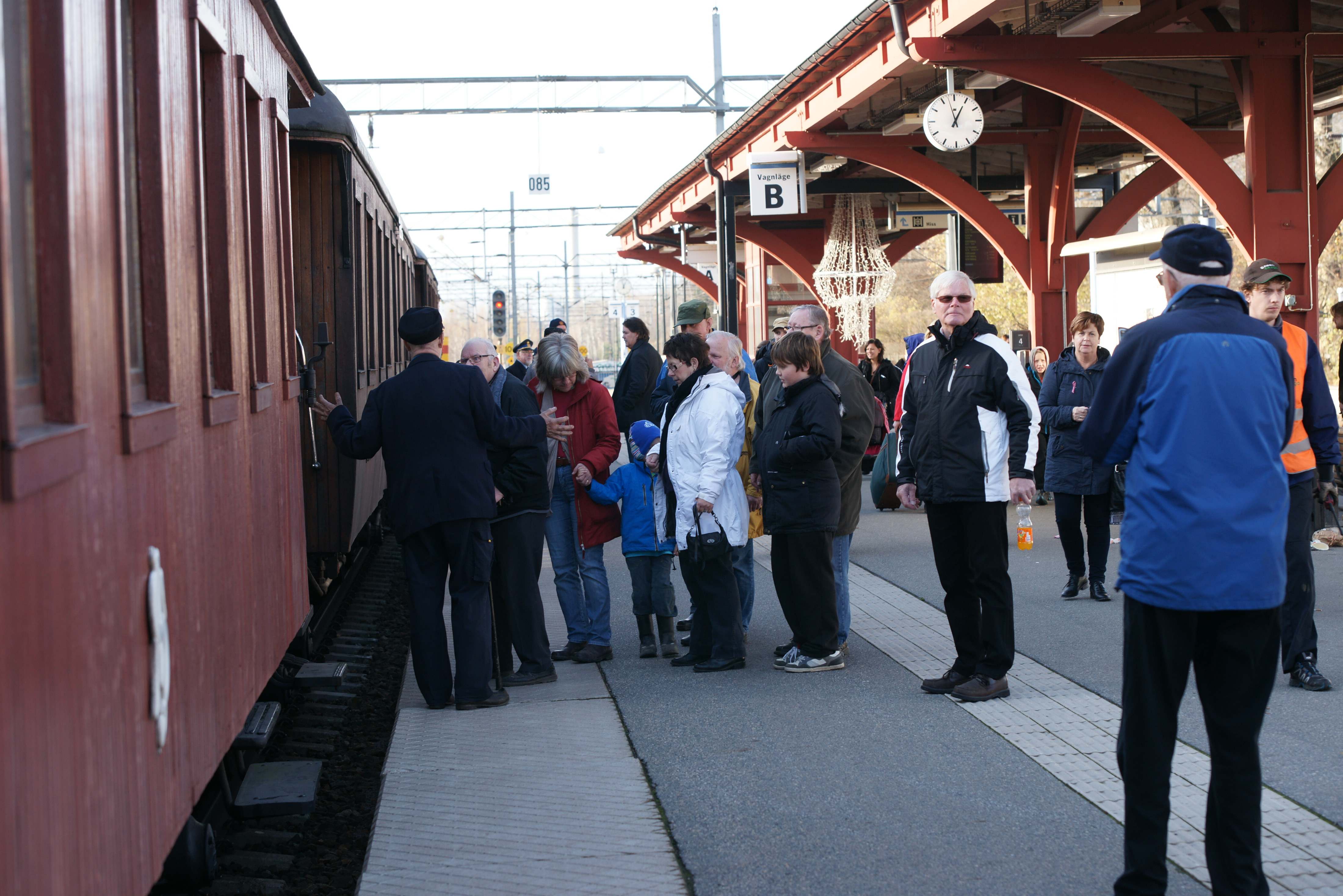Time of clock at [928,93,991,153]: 12:57
